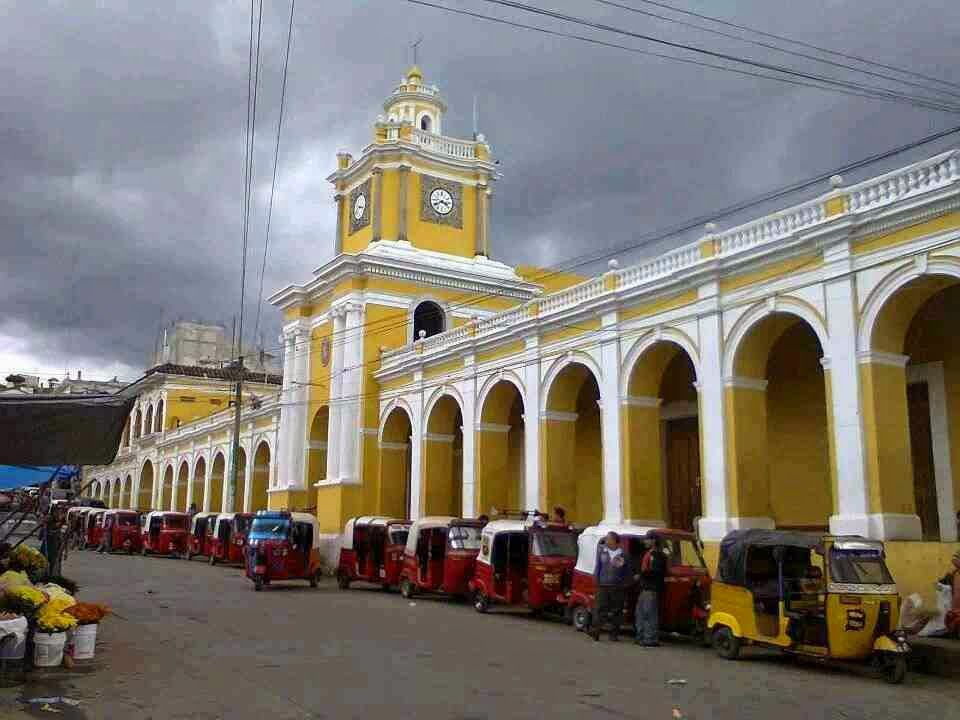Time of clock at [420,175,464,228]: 3:40
